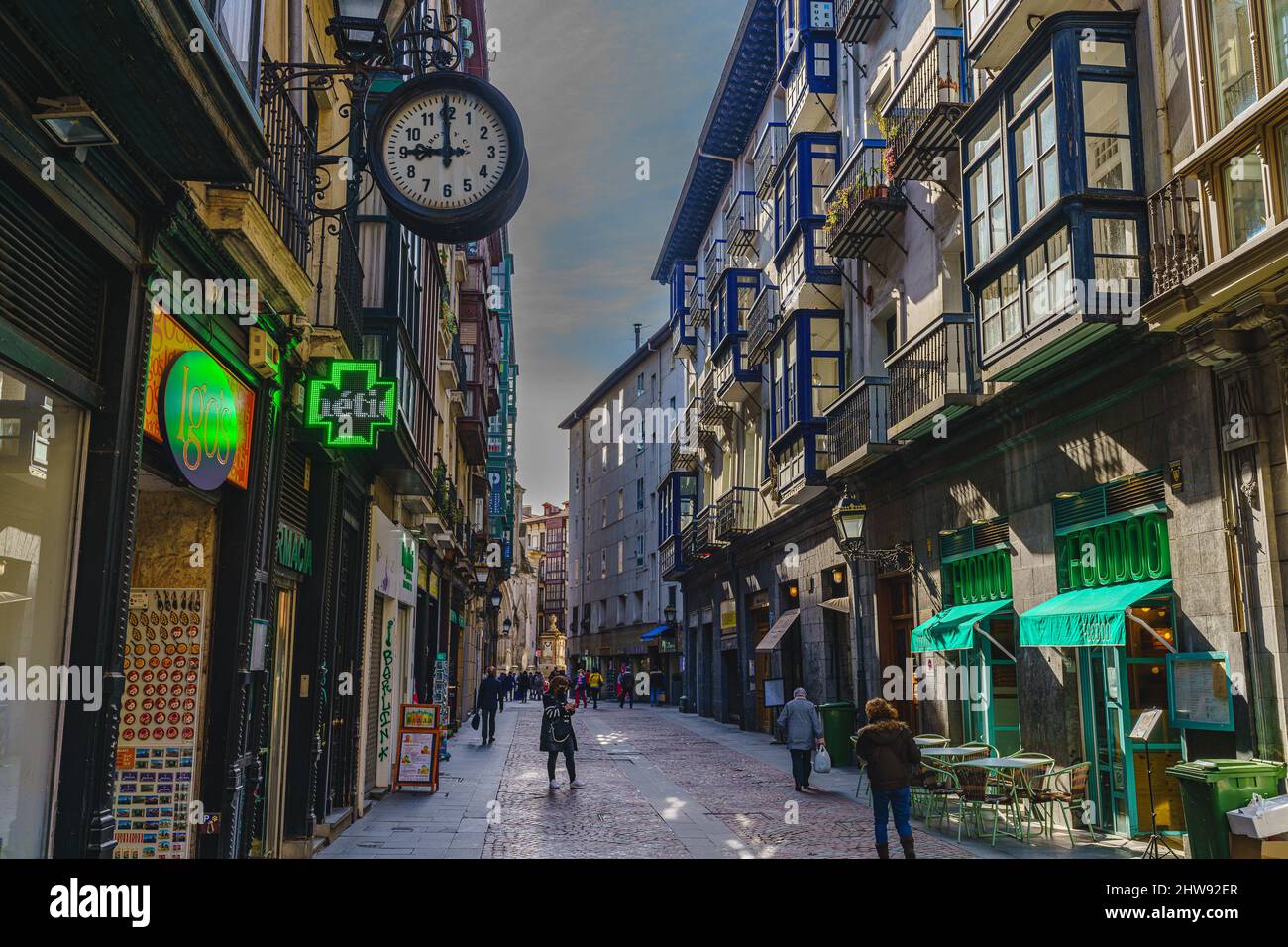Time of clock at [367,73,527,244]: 8:59
